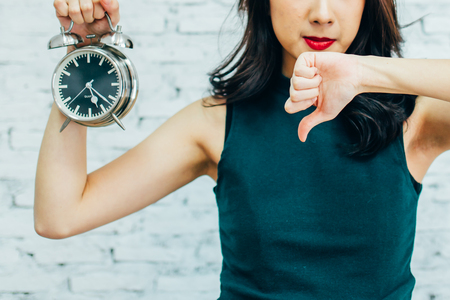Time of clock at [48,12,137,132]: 5:22
